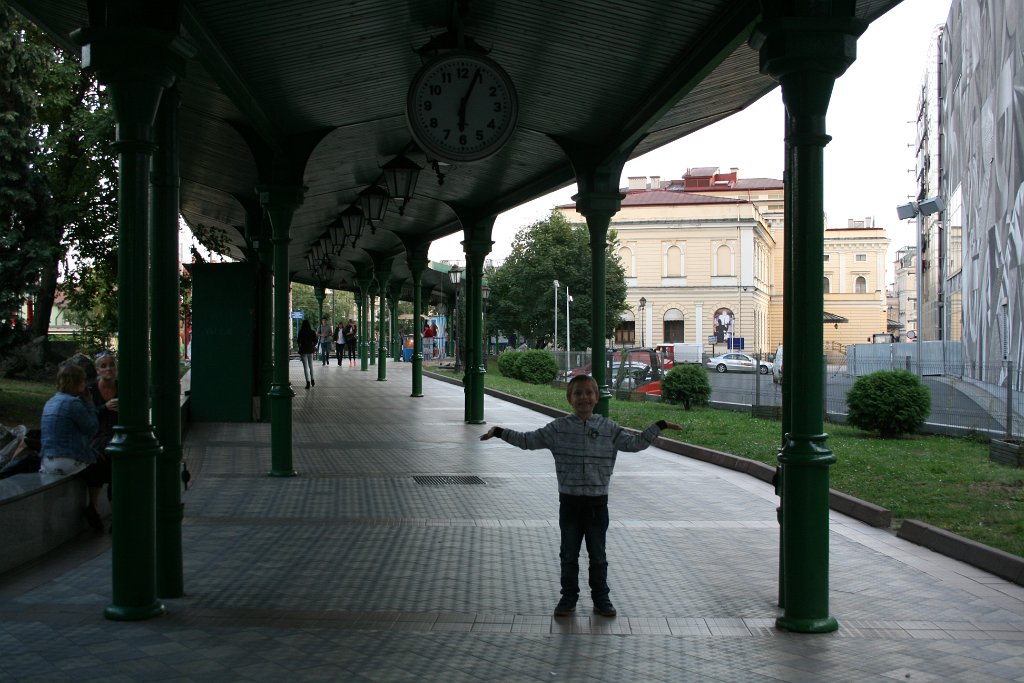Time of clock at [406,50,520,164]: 6:03
